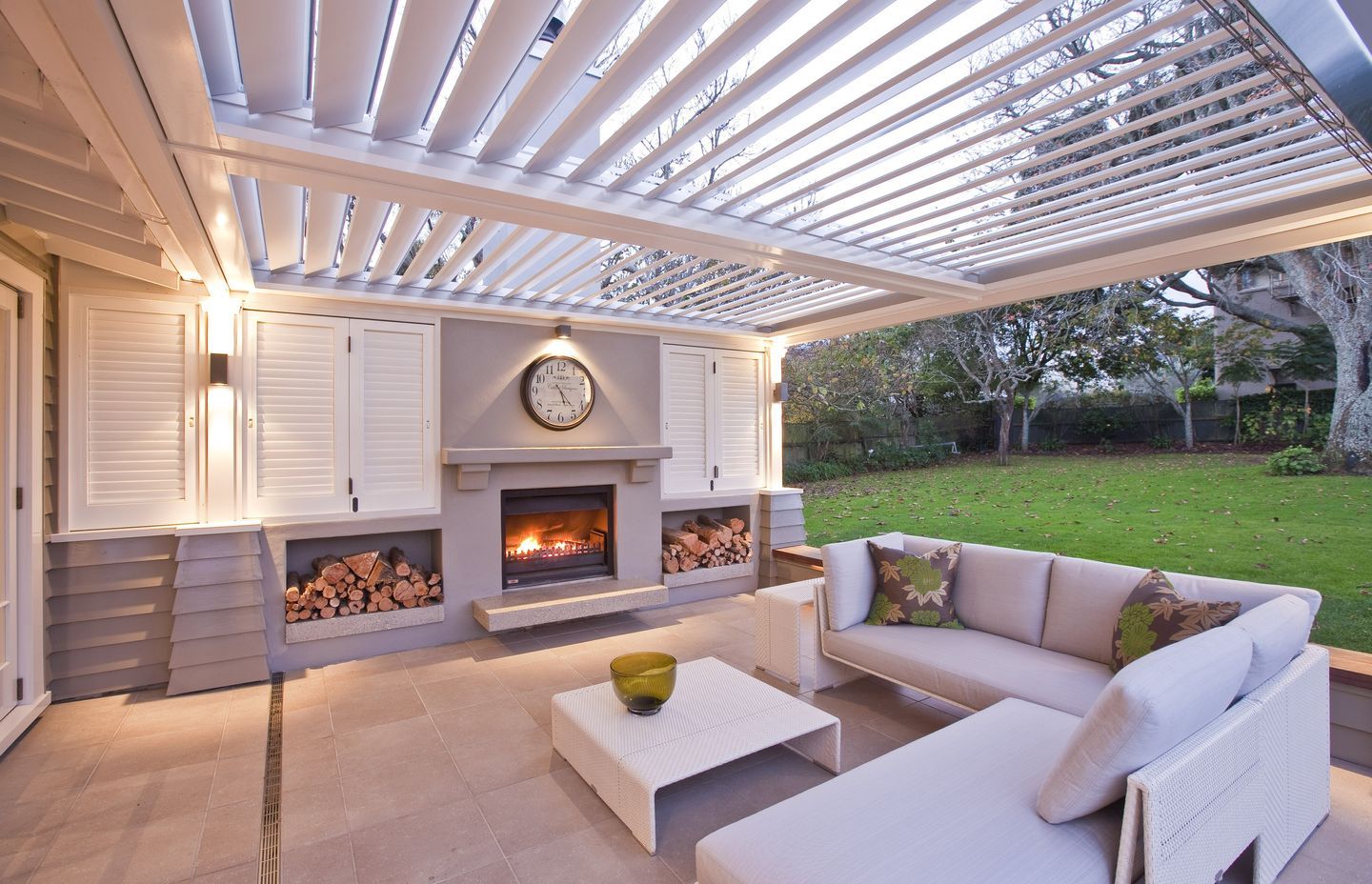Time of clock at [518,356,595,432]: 5:23
